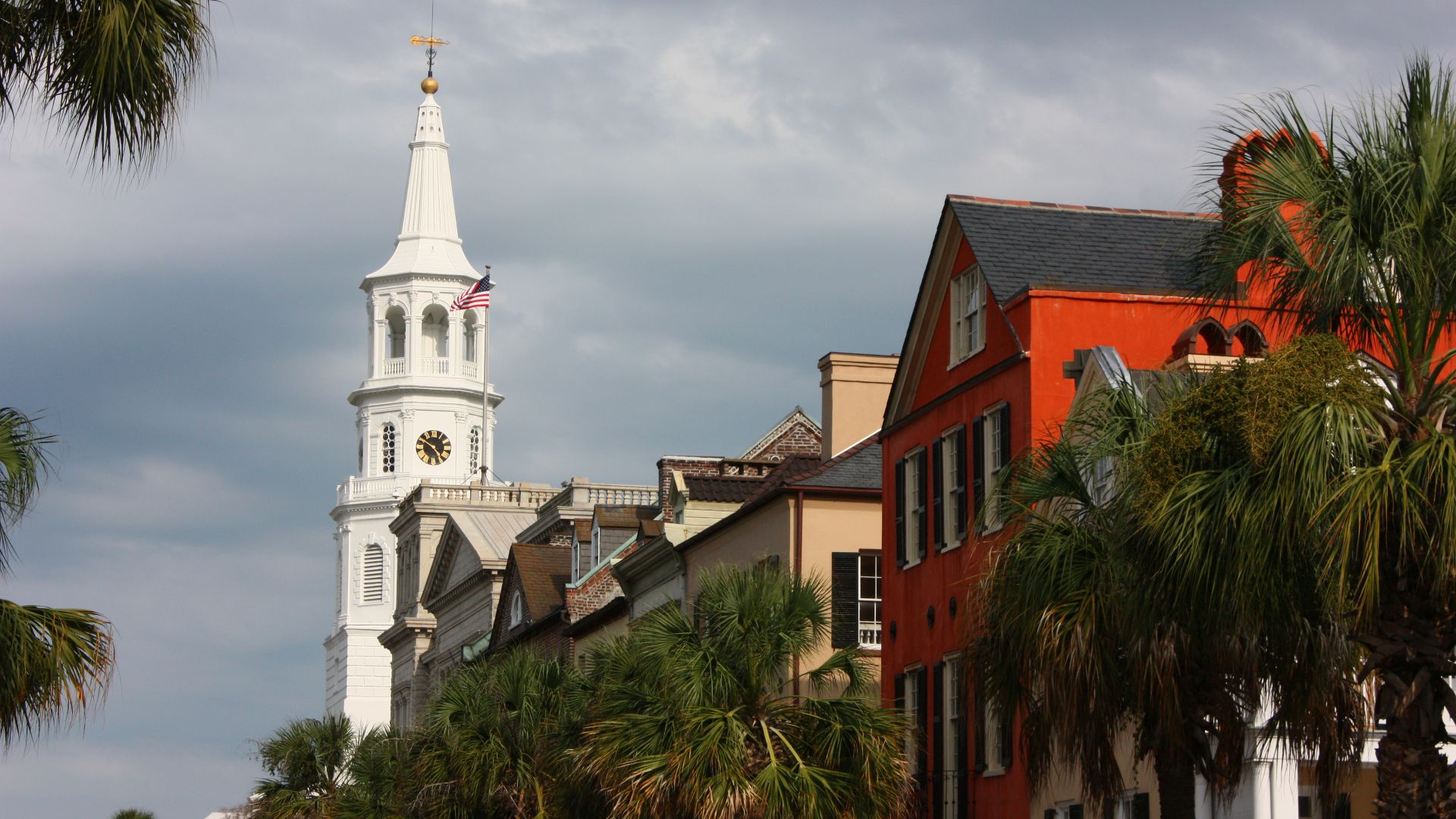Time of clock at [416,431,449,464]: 4:50
